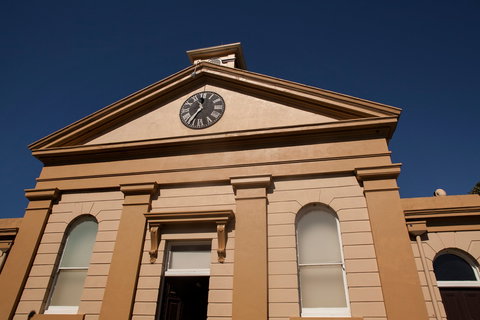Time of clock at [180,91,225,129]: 11:35
